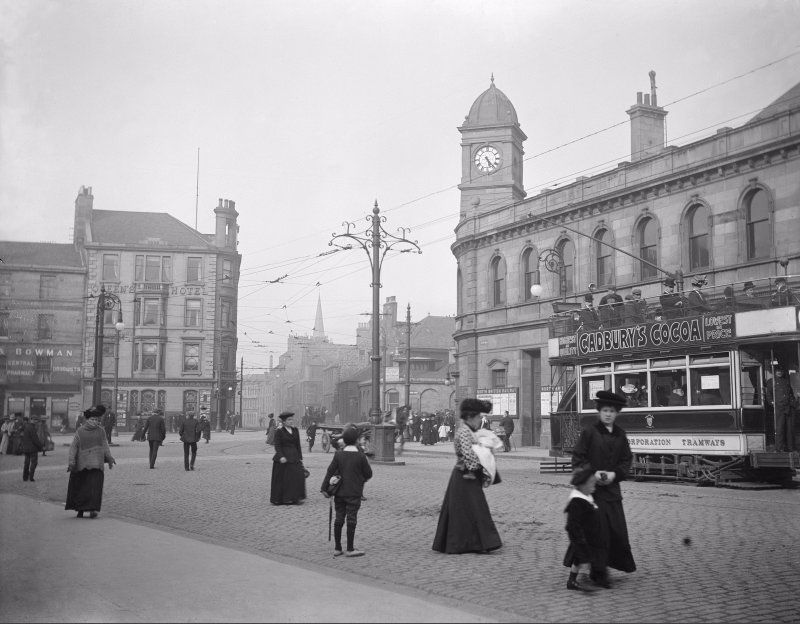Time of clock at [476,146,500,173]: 5:23
